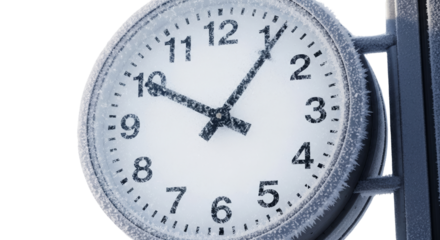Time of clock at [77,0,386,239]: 10:06
